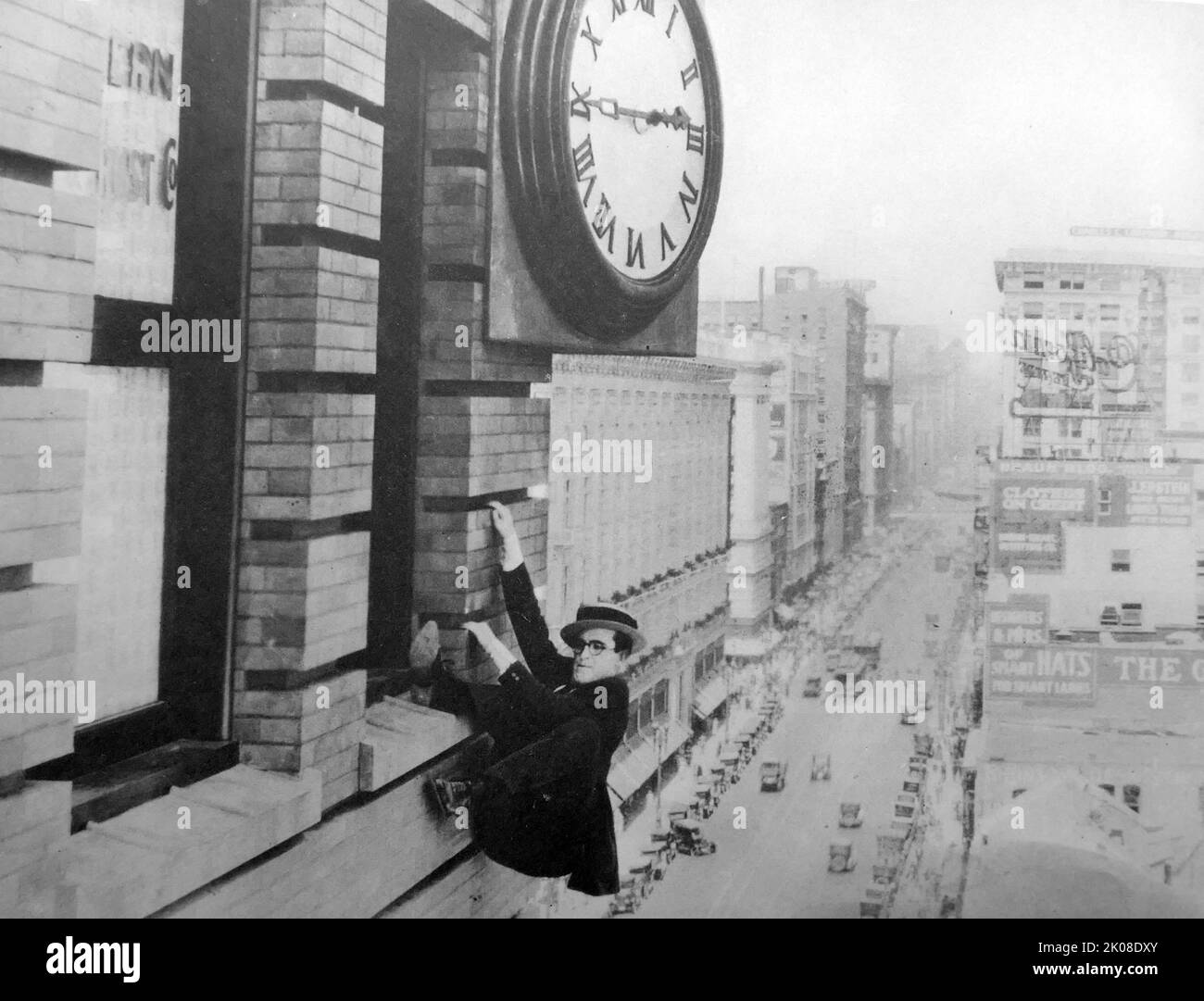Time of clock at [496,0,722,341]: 2:44
